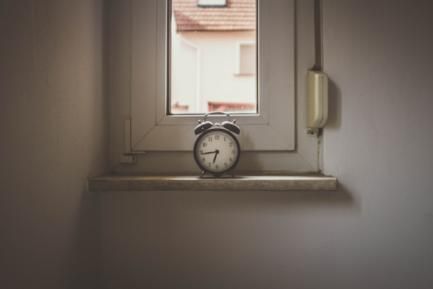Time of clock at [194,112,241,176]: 6:43
